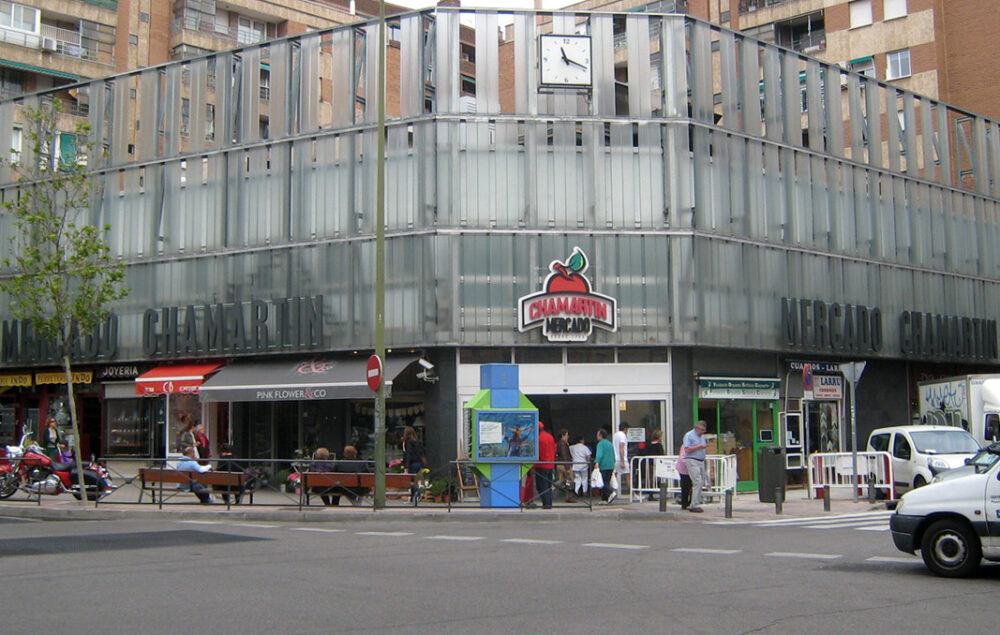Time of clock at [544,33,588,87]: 11:18
